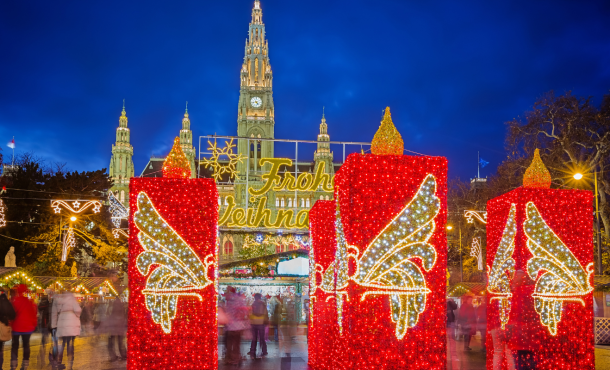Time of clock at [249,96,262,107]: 4:42
